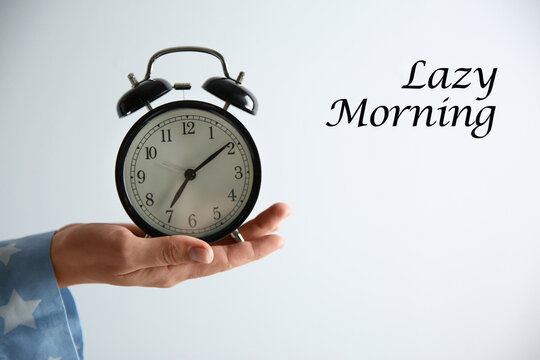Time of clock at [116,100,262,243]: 7:09
